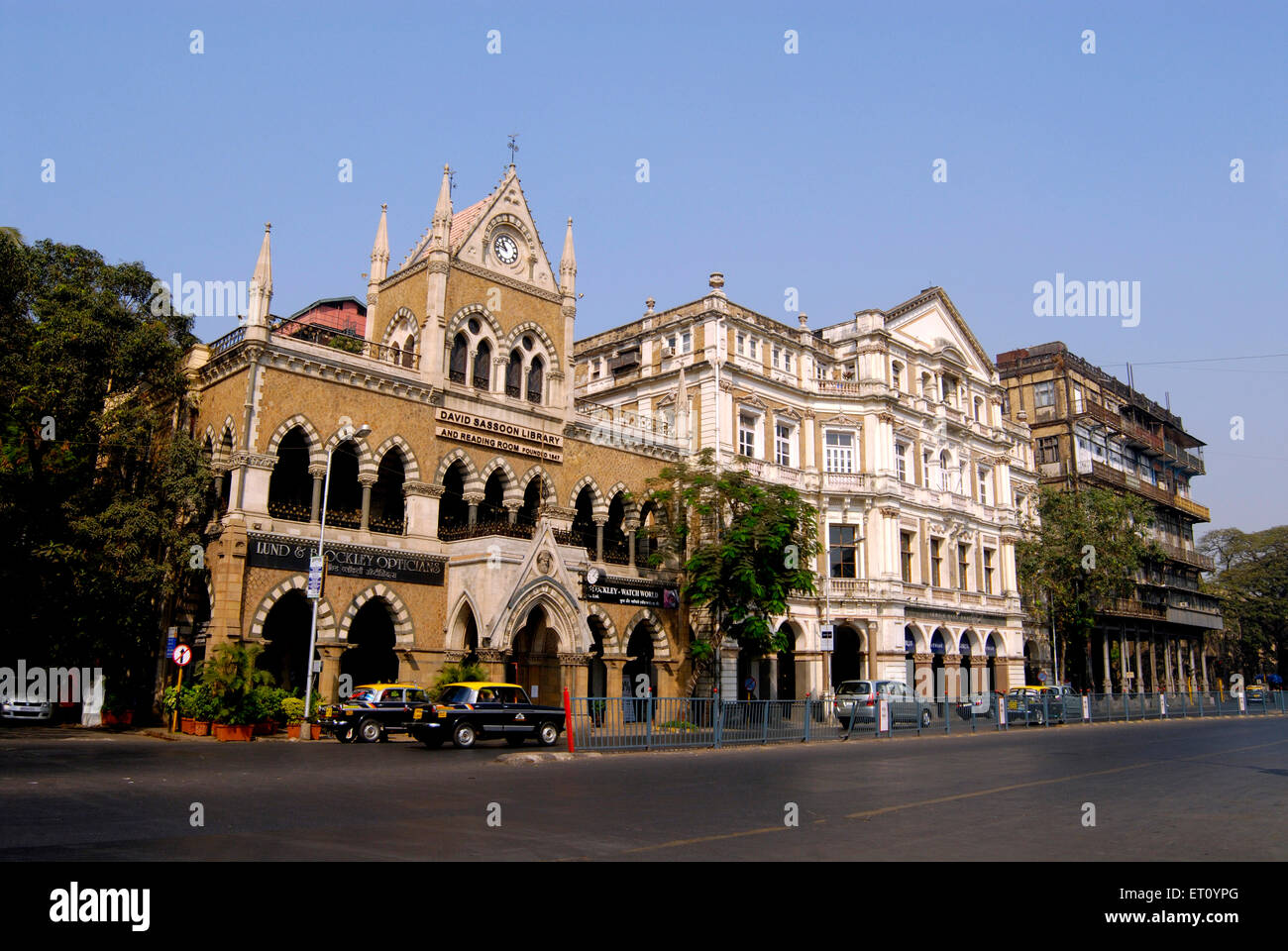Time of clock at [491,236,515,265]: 10:47
